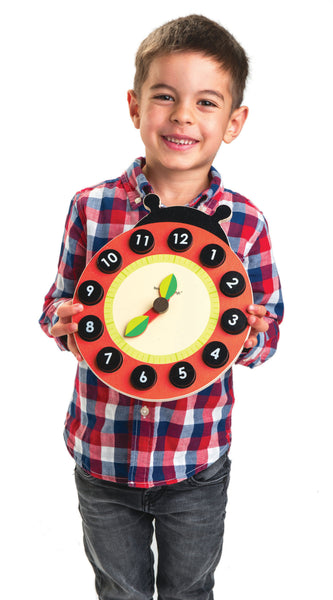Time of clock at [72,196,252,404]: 12:36
